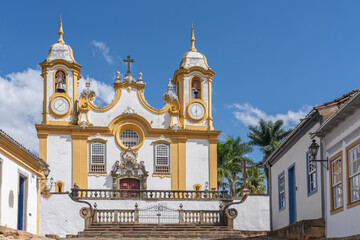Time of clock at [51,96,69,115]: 7:07
